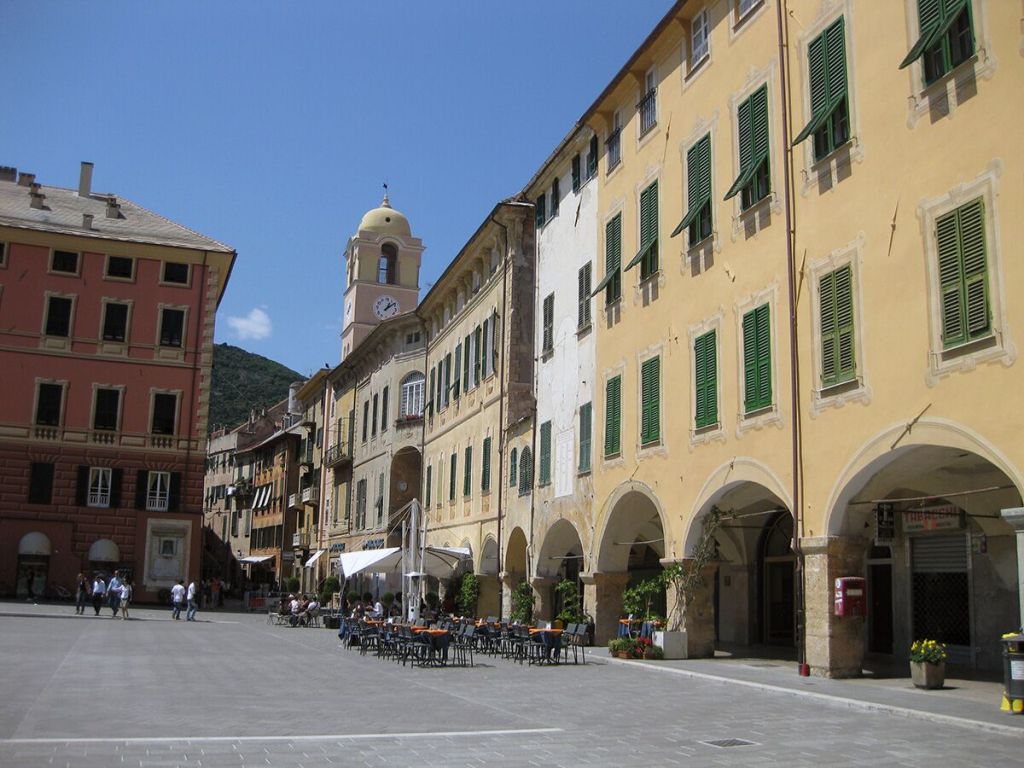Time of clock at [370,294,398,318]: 1:09
